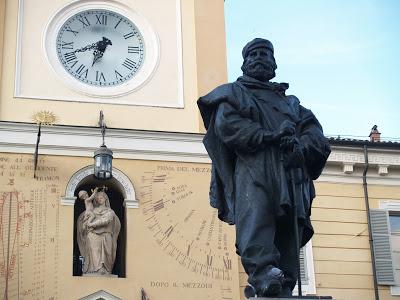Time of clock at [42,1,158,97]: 6:41
